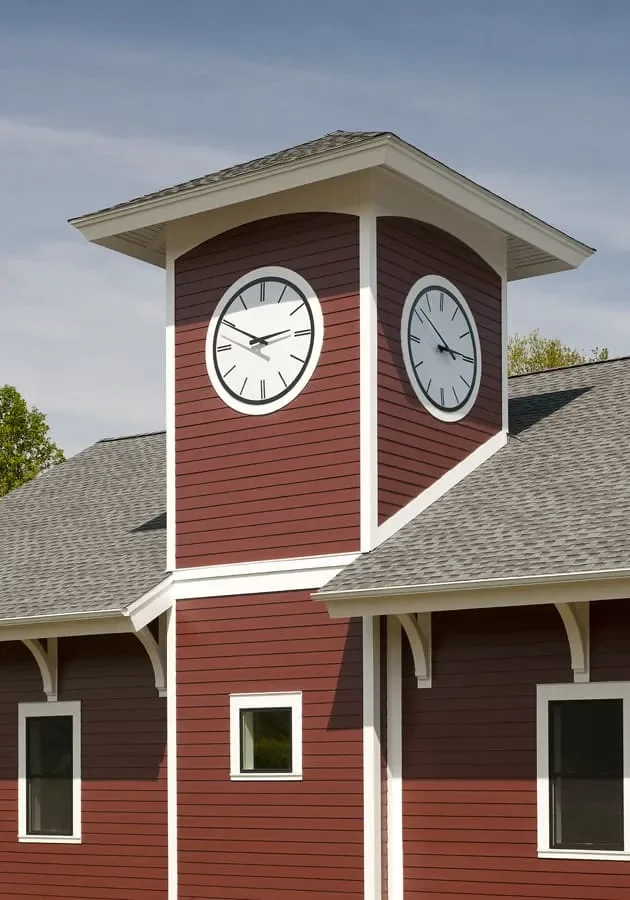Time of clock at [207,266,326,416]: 2:49
